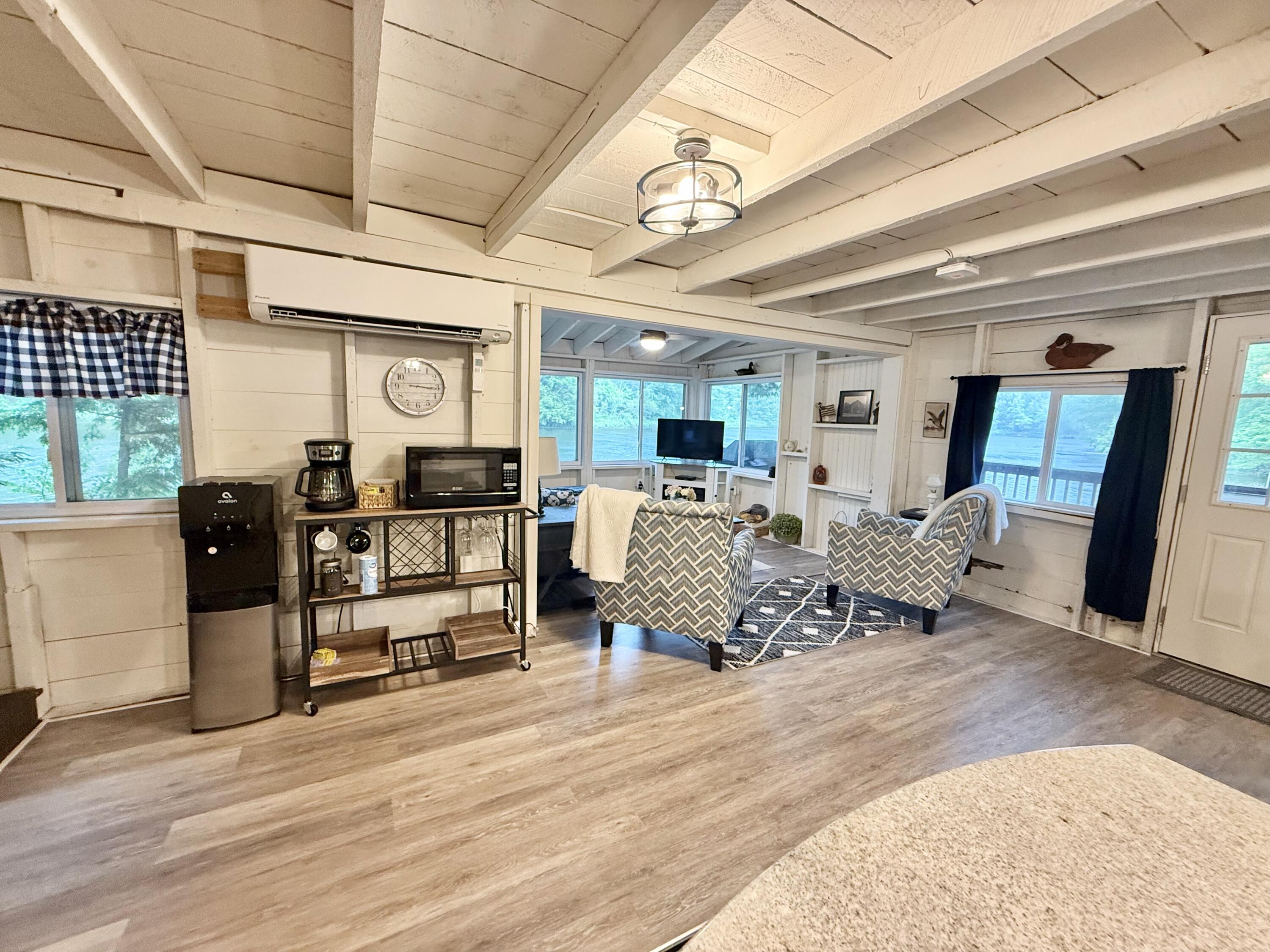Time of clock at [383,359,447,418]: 3:15
